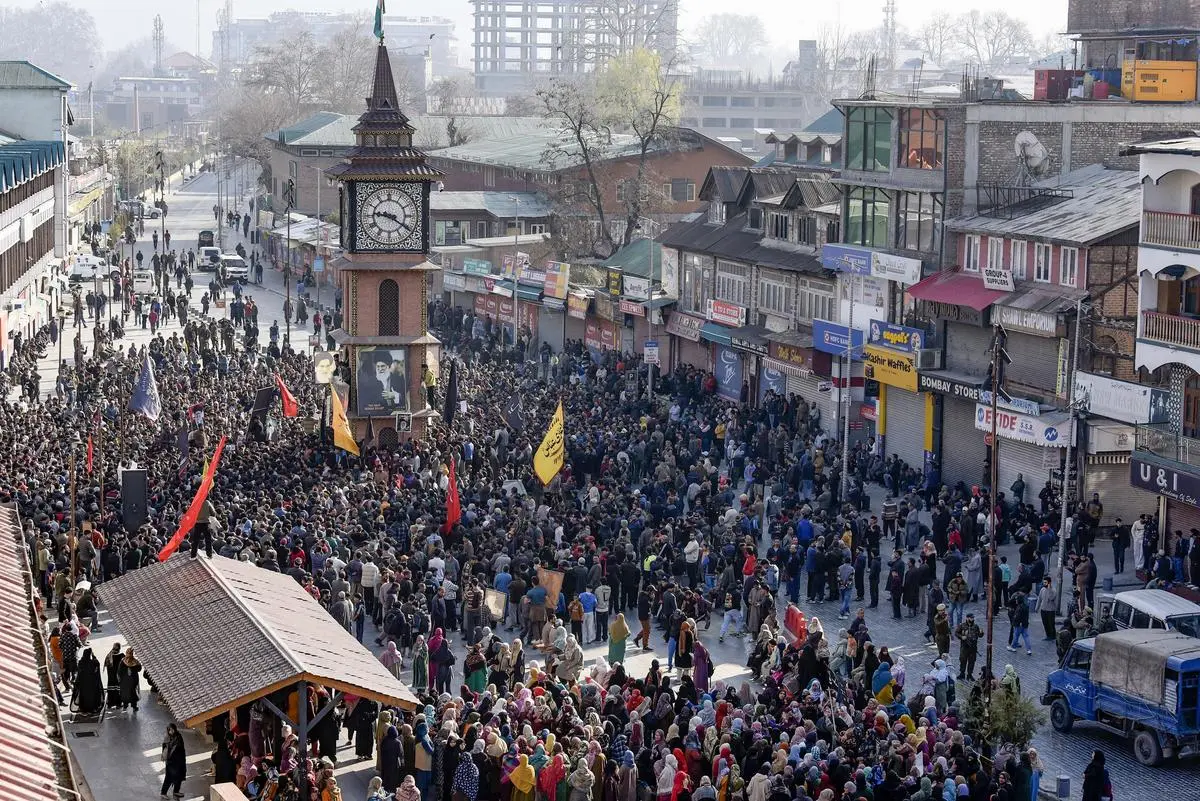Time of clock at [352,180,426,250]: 9:21
